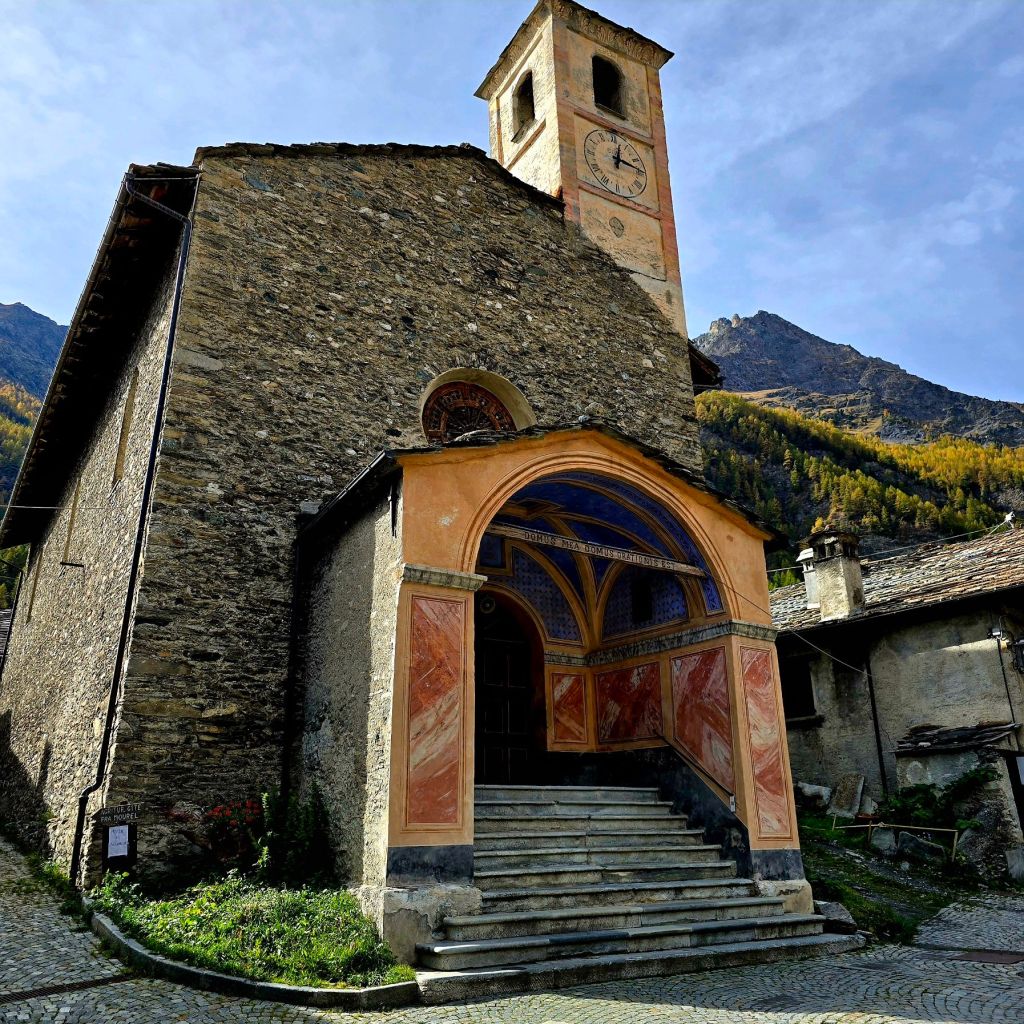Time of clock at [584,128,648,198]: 12:14
